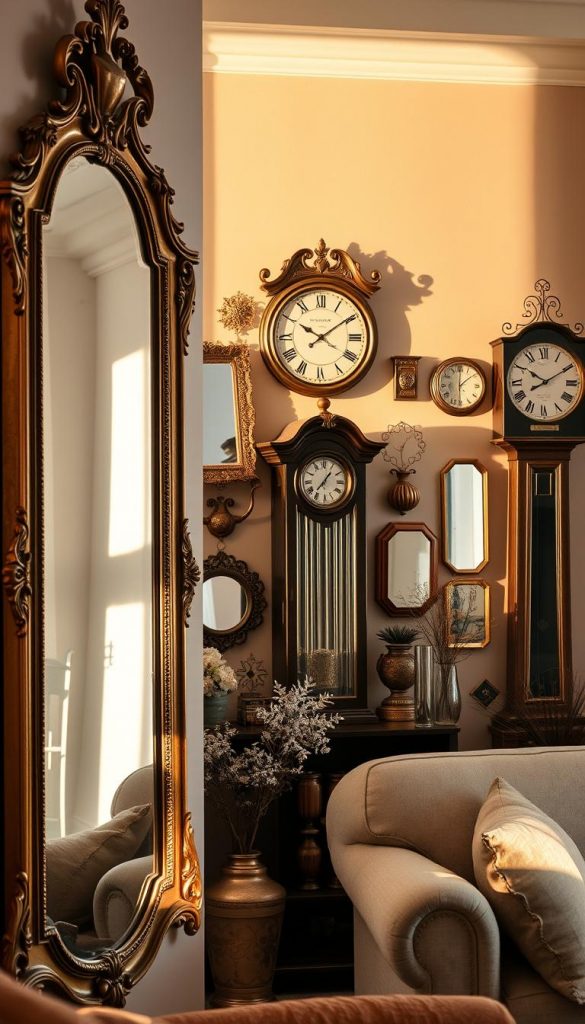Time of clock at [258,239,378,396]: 10:09
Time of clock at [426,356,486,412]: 12:08
